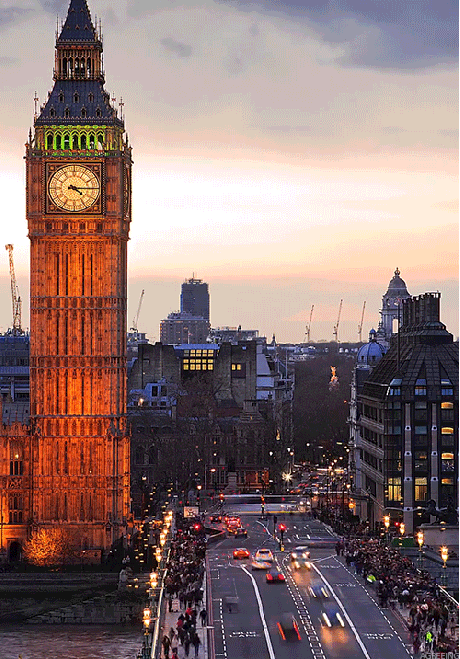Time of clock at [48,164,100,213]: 4:14
